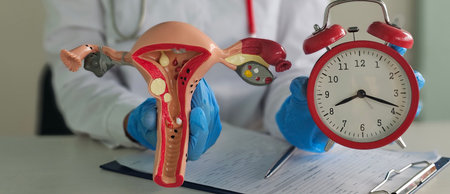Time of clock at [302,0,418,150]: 8:18
